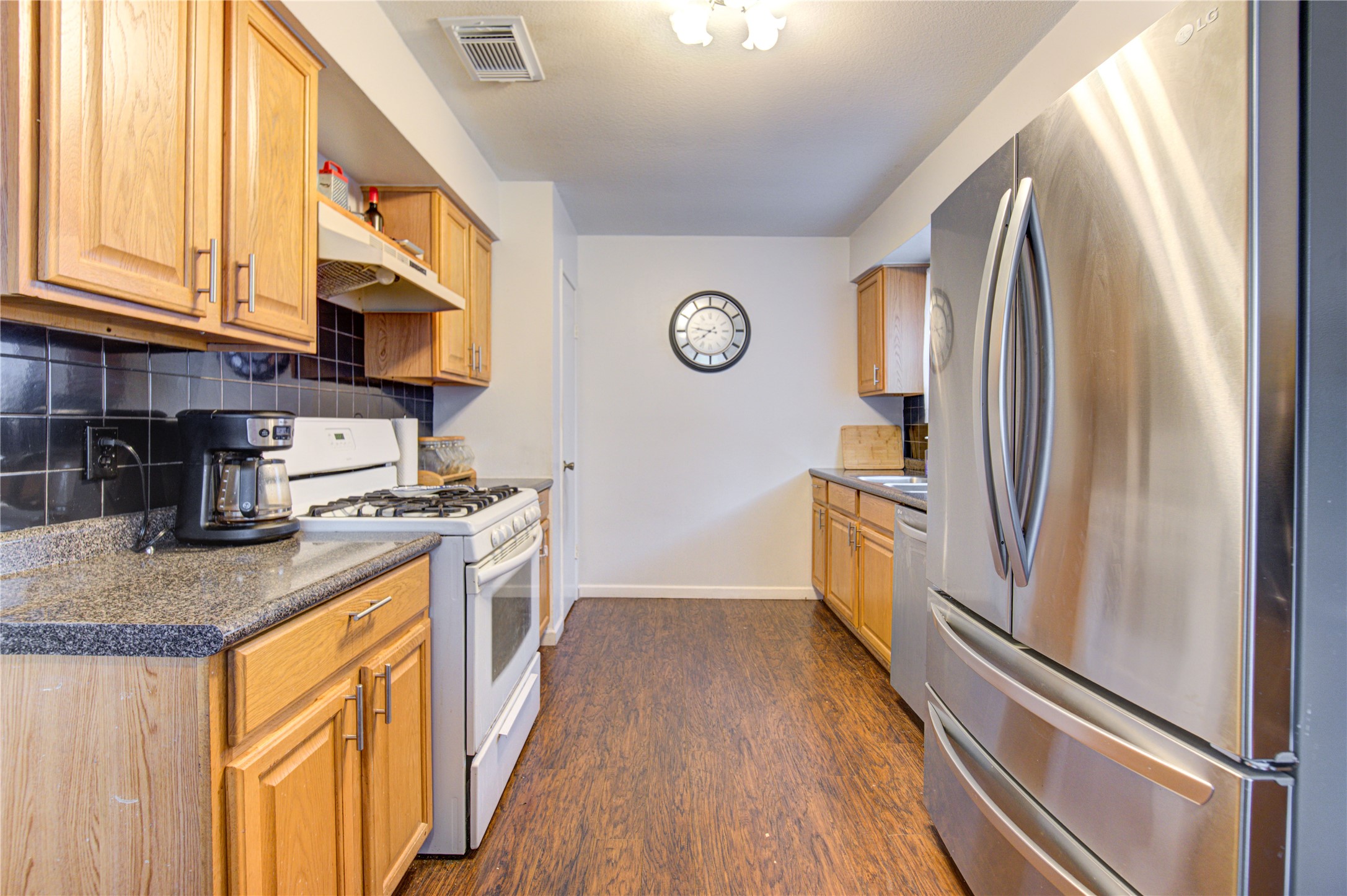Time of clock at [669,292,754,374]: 7:46
